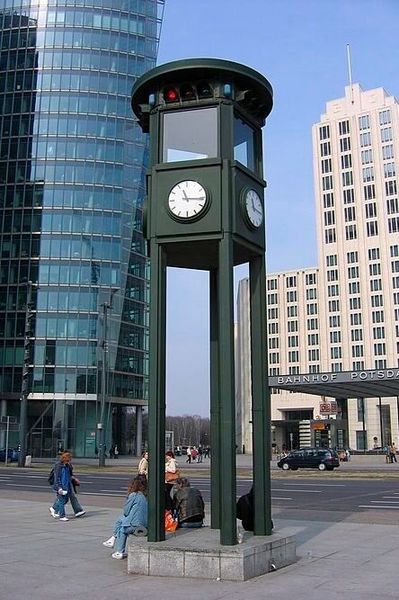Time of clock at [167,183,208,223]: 11:16
